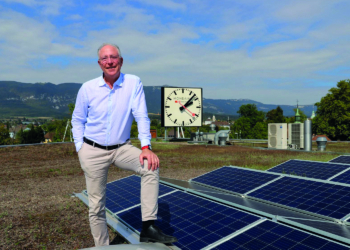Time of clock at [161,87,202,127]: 2:07
